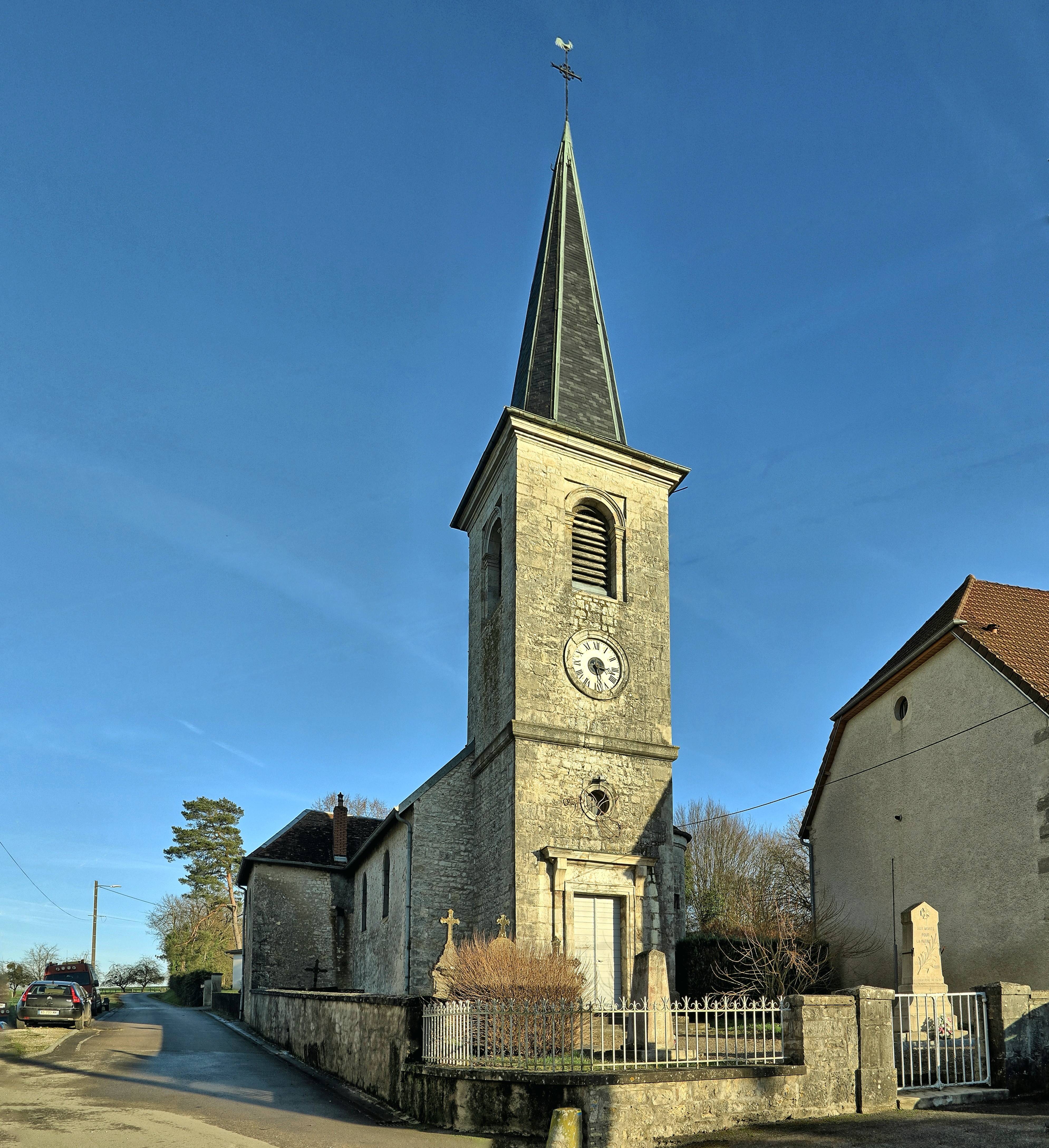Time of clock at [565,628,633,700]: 3:27
